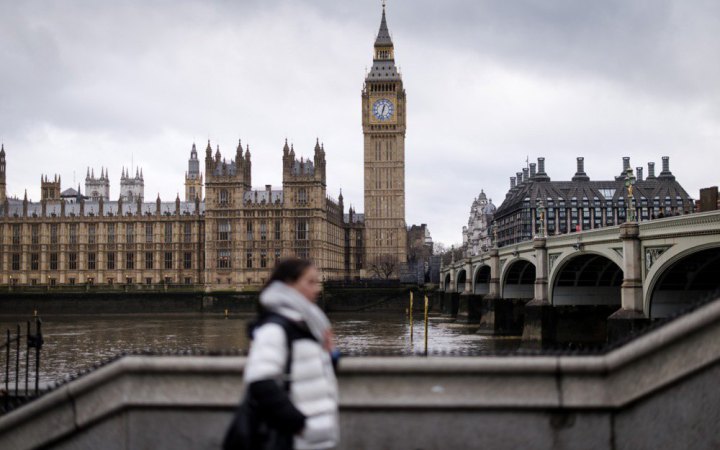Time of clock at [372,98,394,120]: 12:32
